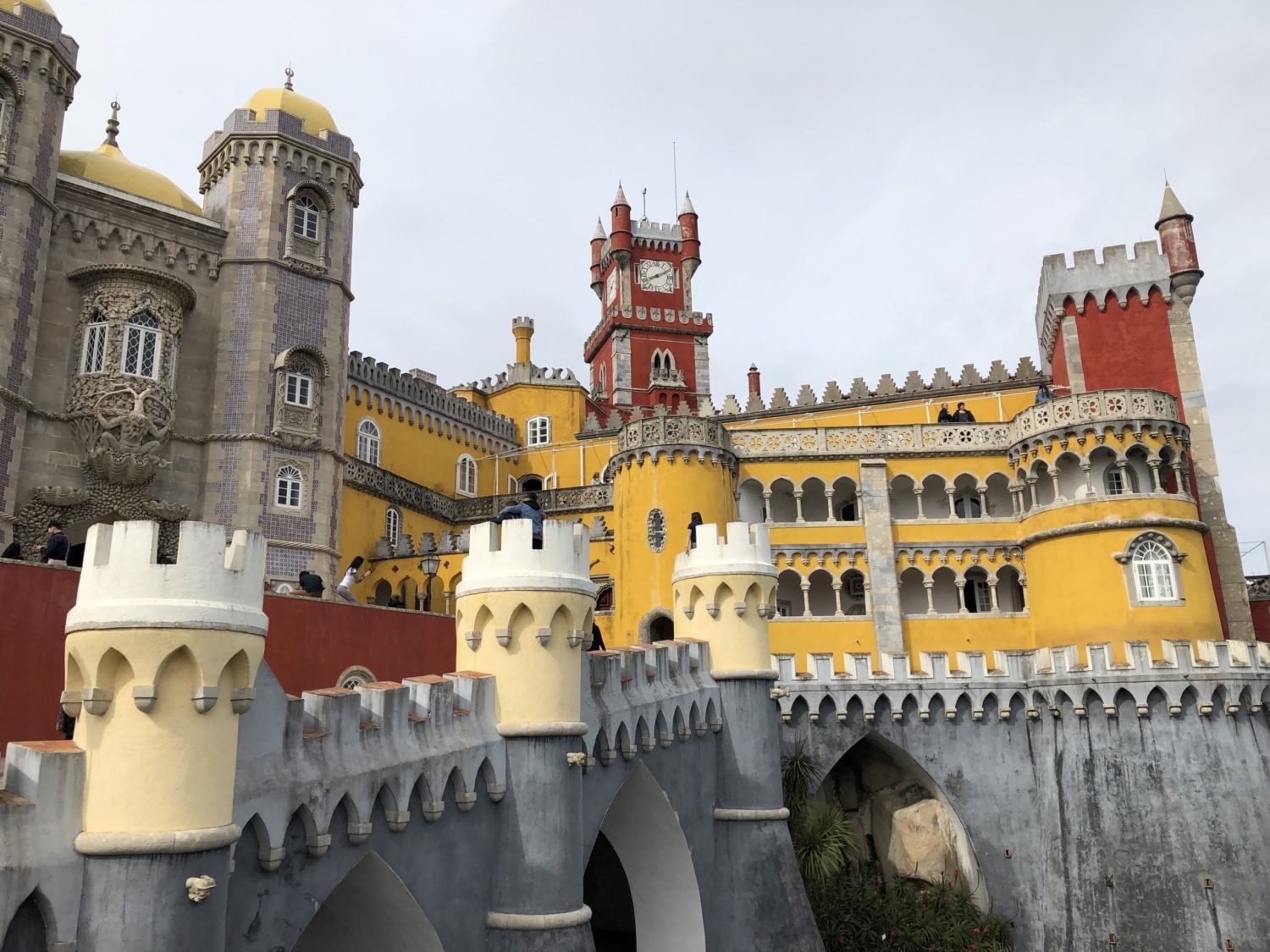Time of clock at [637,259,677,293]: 8:10
